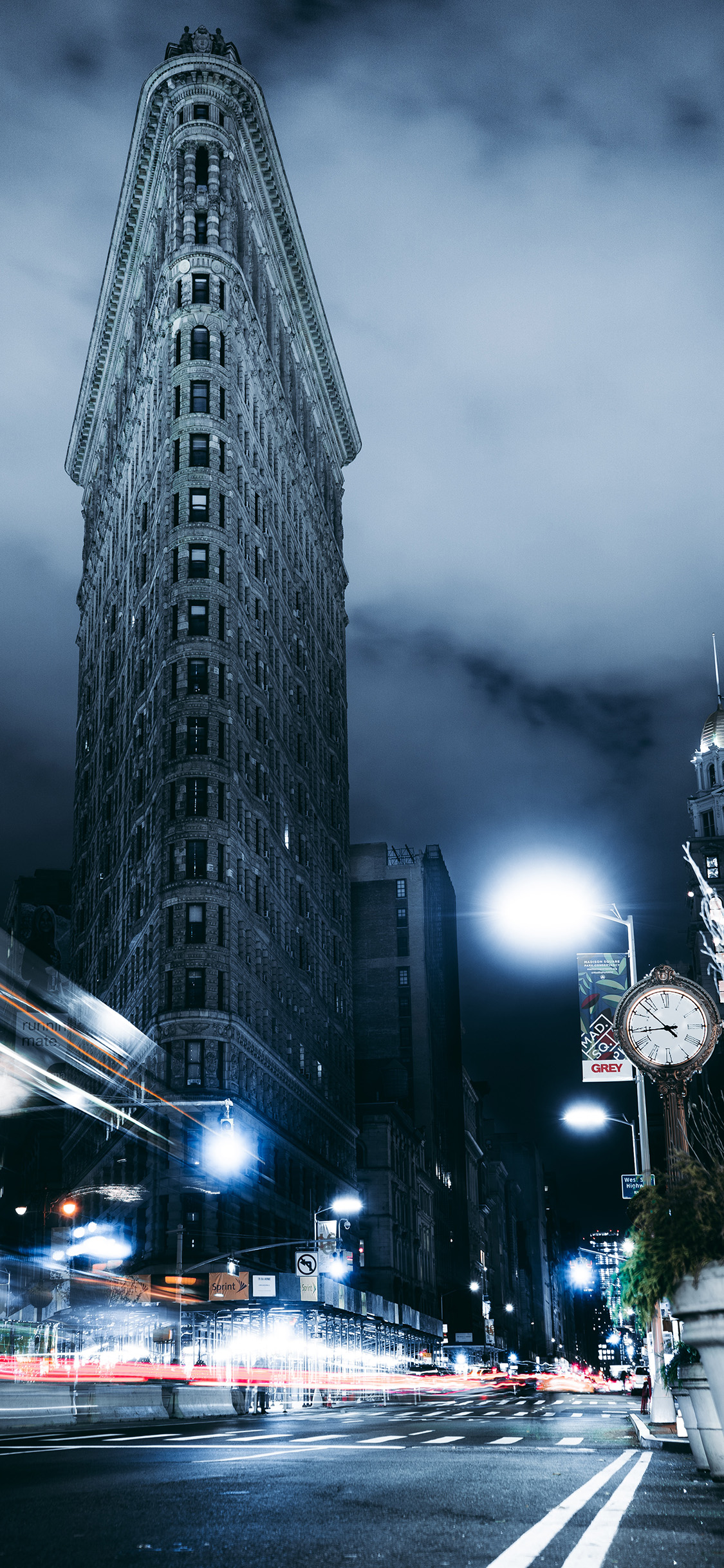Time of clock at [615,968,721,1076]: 8:52
